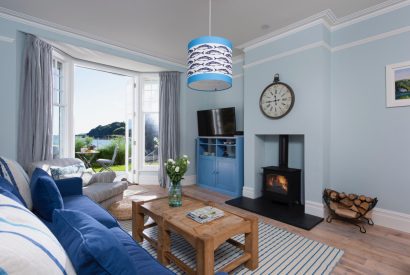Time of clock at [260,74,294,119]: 11:44
